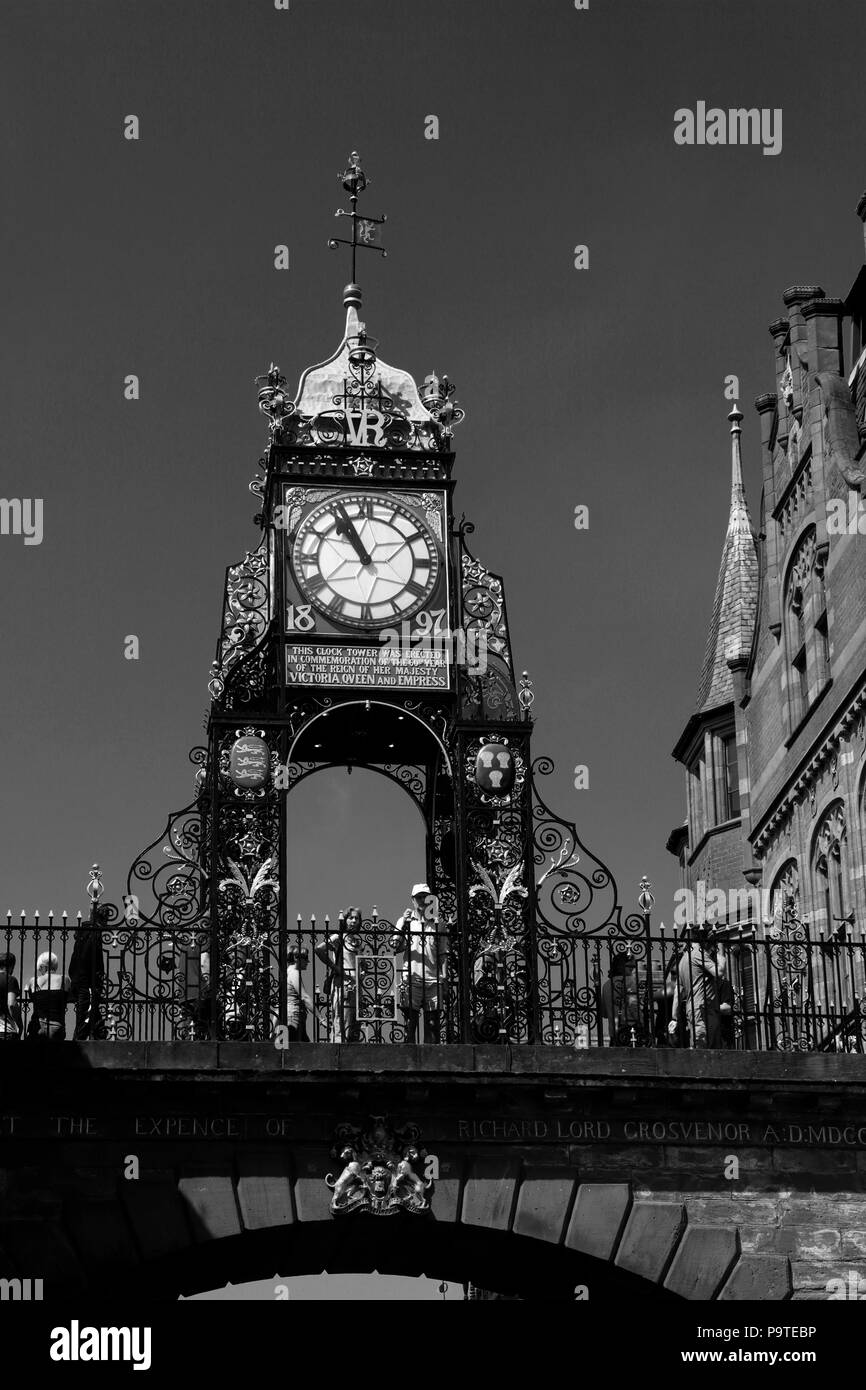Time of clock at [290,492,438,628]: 10:56
